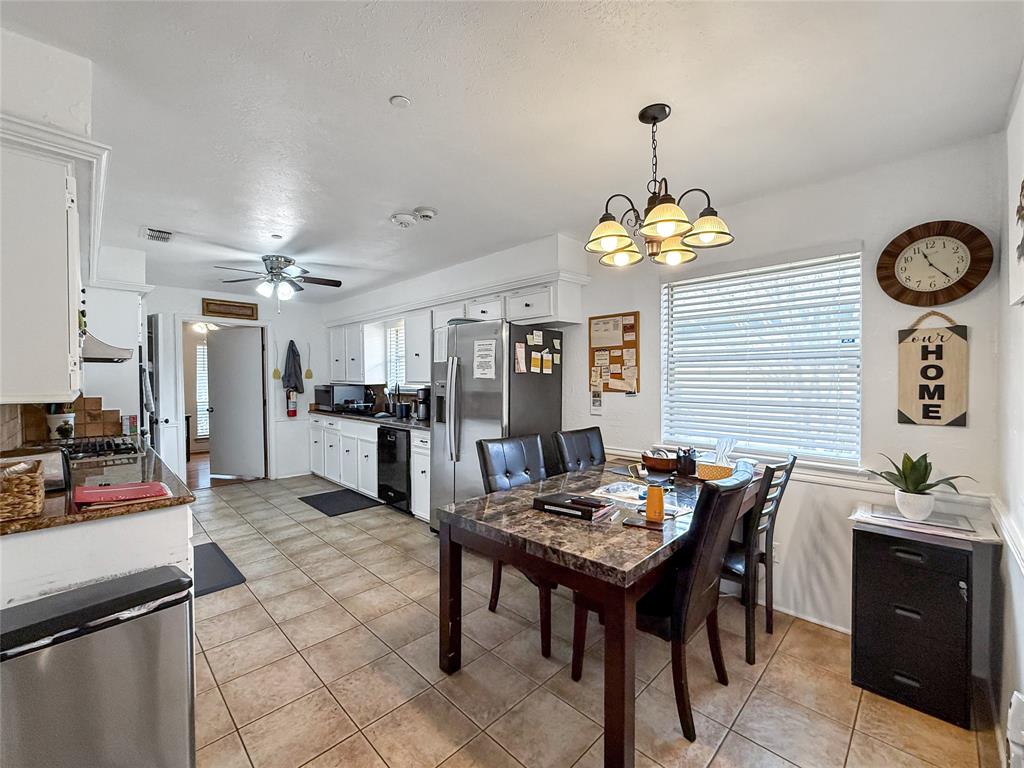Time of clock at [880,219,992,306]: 11:23
